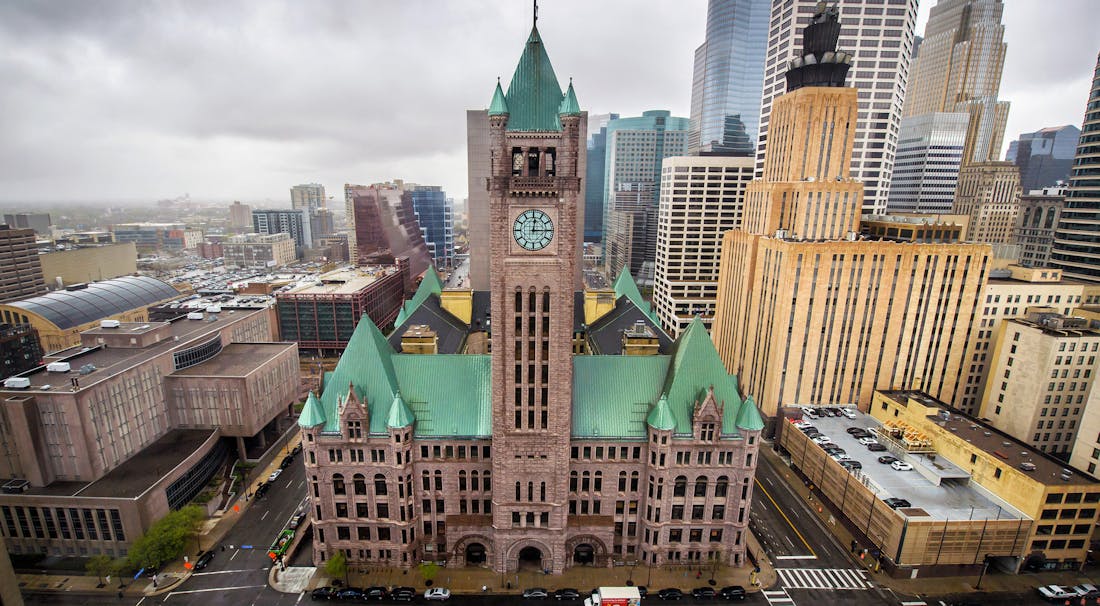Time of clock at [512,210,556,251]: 12:14
